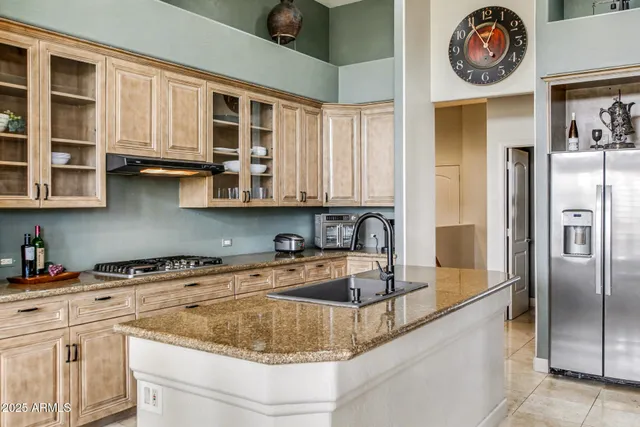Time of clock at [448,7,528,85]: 12:54
